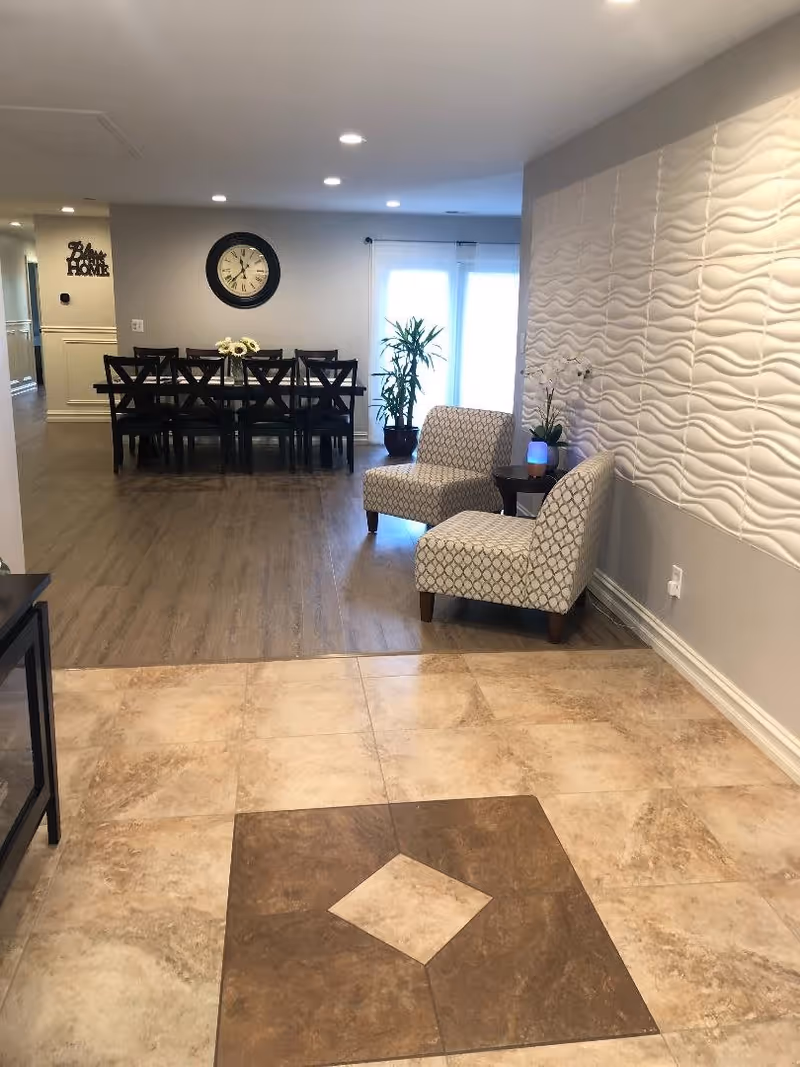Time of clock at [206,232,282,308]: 11:37
